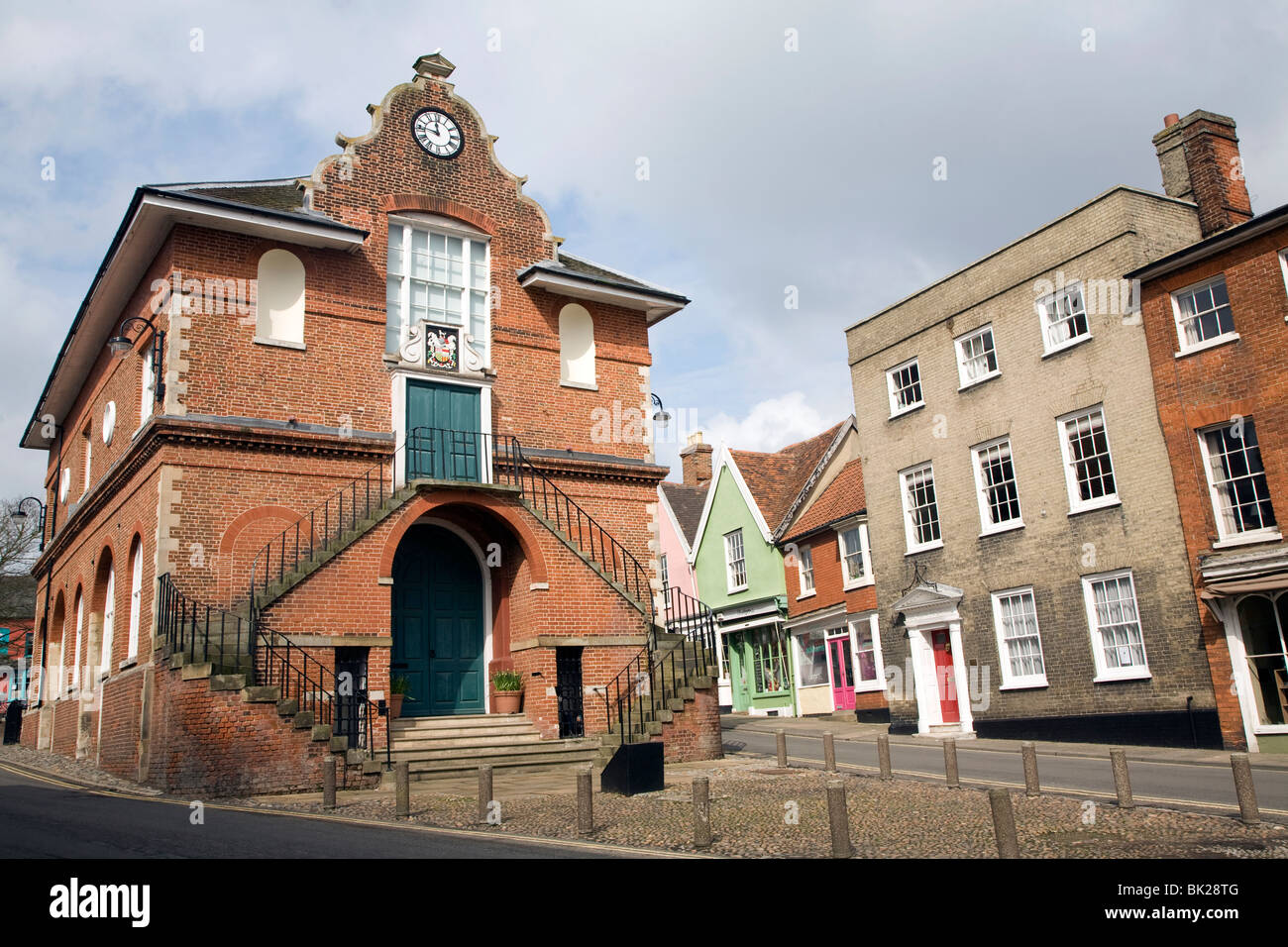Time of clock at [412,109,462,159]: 11:46
